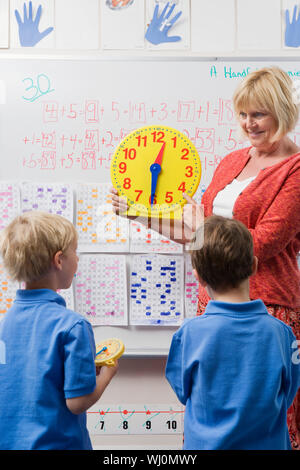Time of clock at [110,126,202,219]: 12:30
